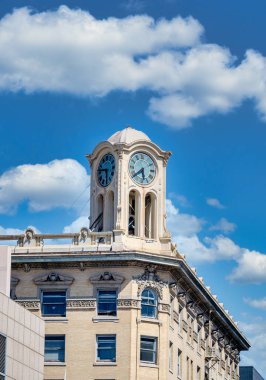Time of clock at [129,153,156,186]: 5:38
